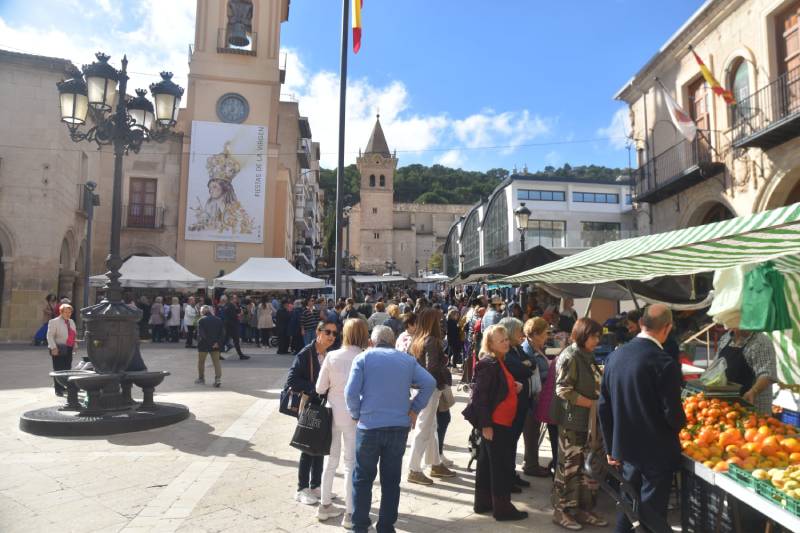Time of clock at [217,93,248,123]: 11:36
